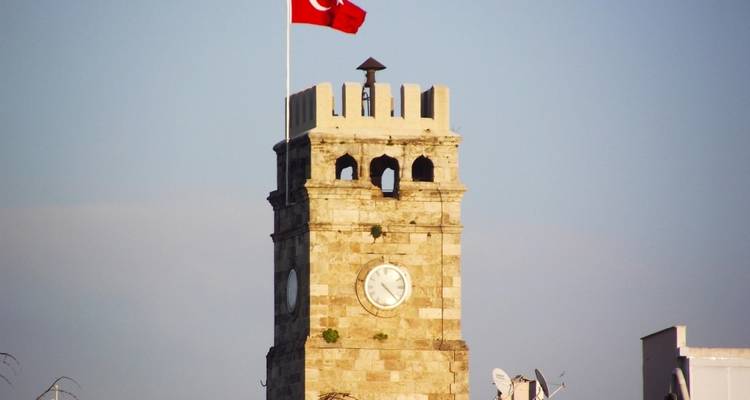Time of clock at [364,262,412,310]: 4:22
